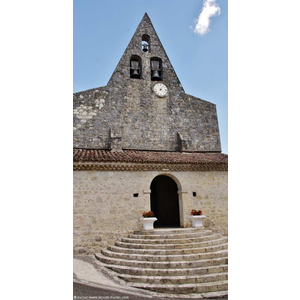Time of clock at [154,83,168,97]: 4:06
